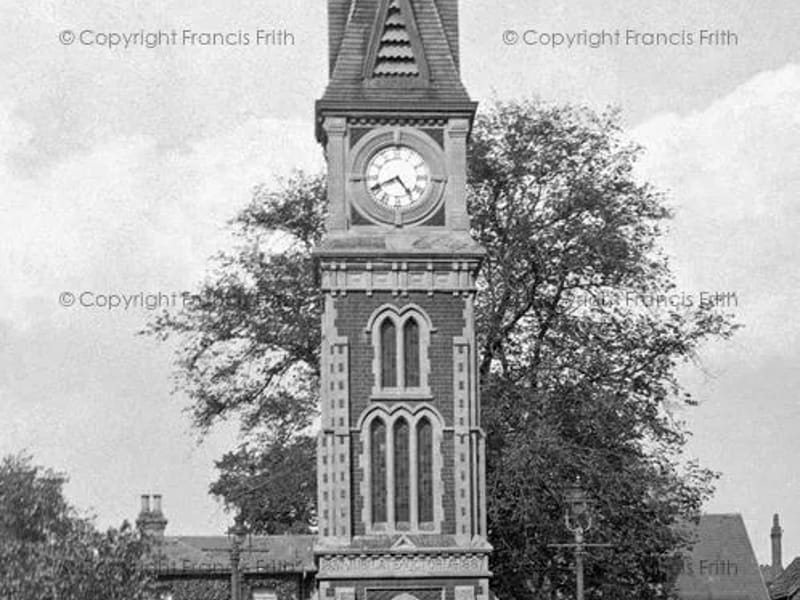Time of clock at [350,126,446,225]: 4:40
